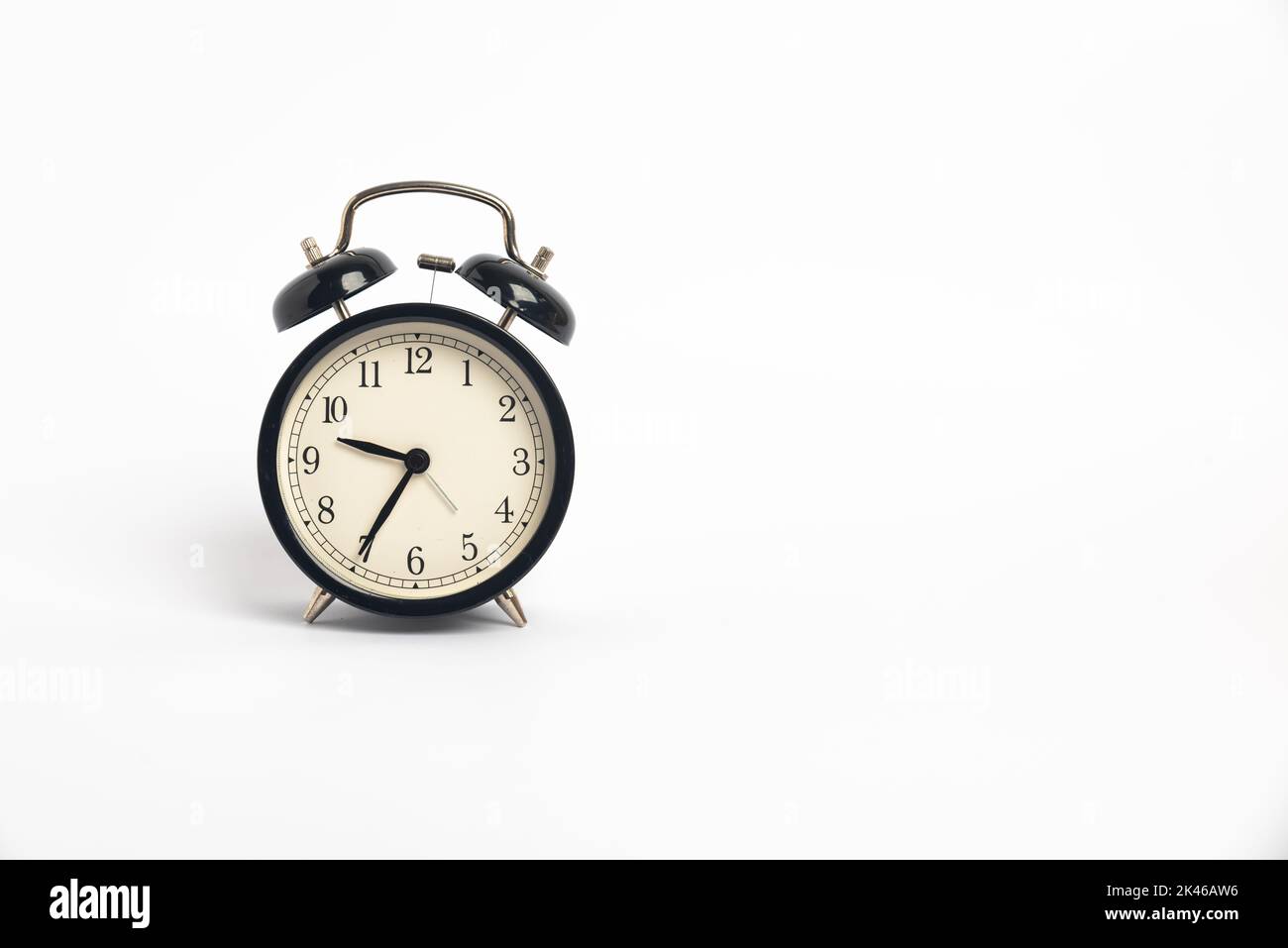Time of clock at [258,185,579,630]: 9:35
